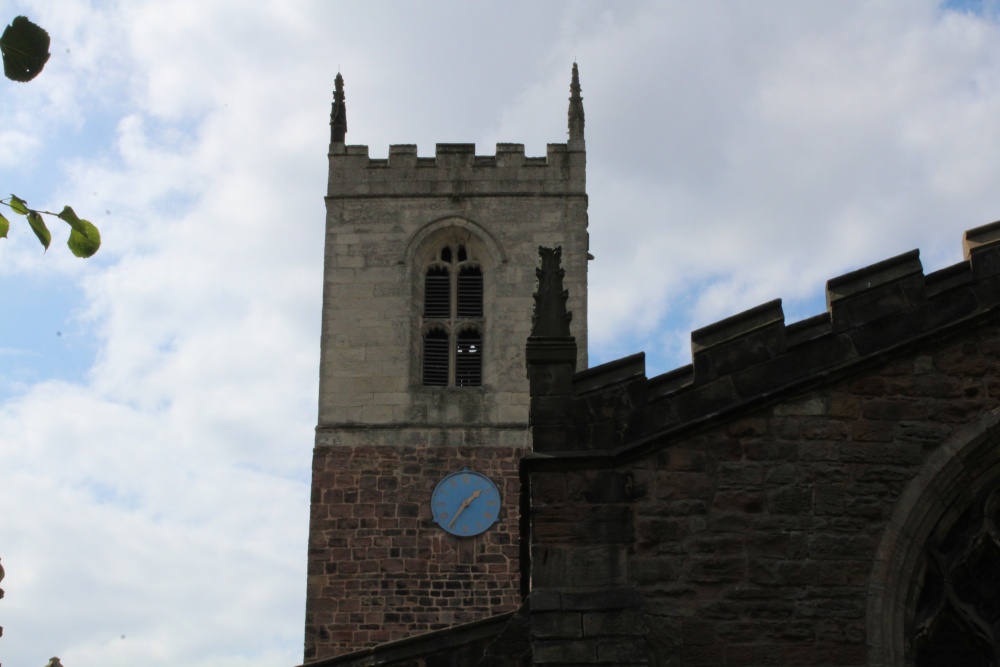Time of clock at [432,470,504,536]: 1:35
